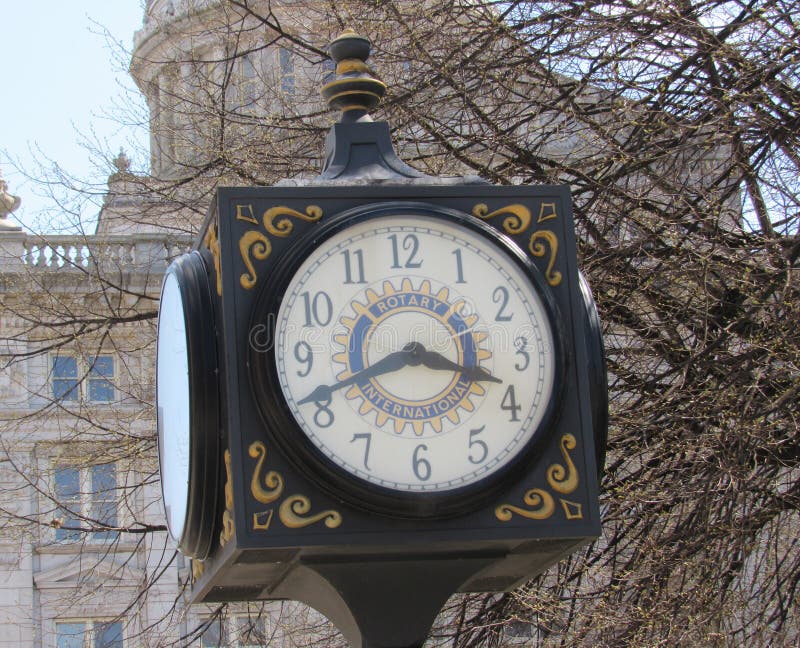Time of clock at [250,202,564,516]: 3:41
